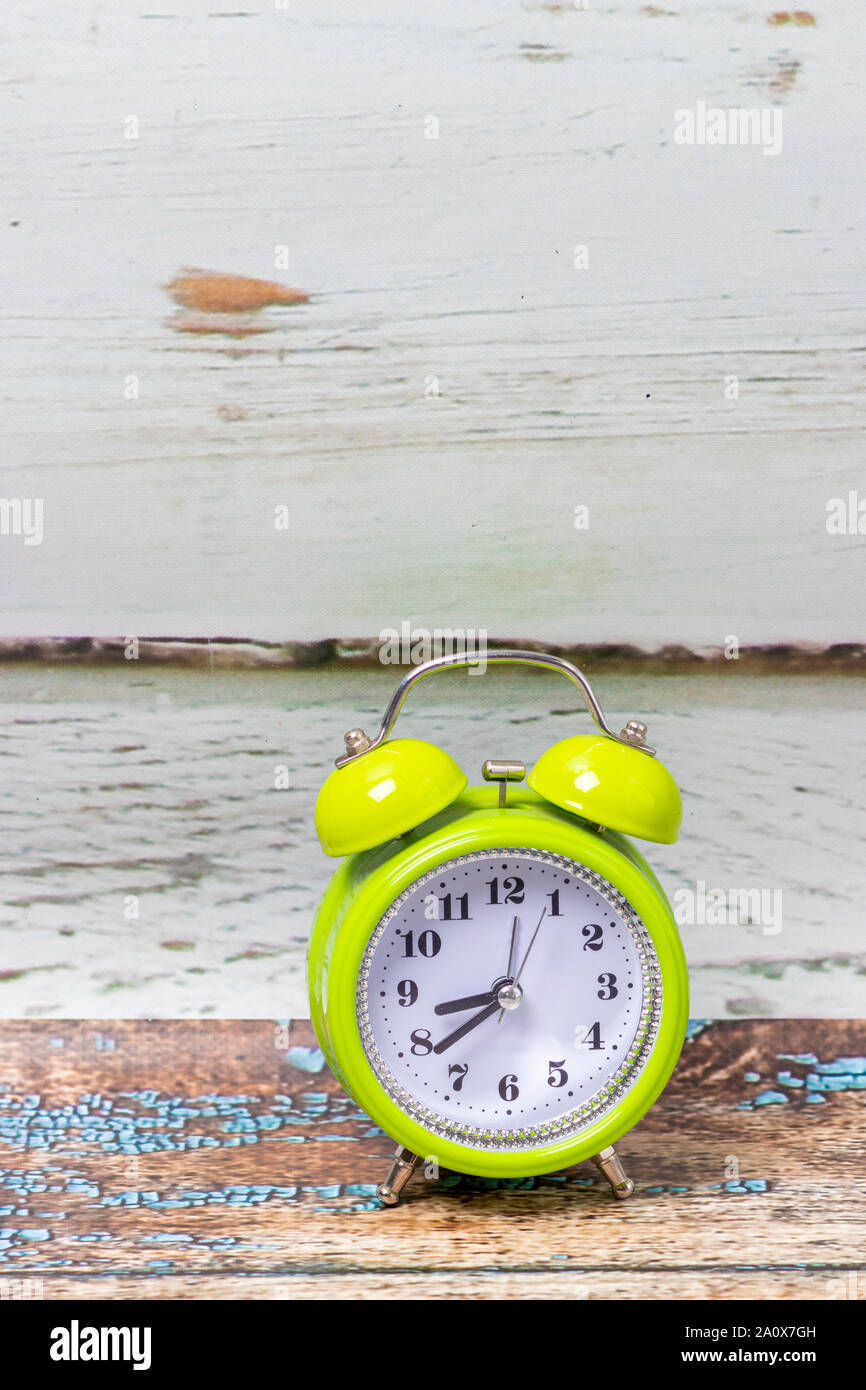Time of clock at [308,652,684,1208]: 8:38
